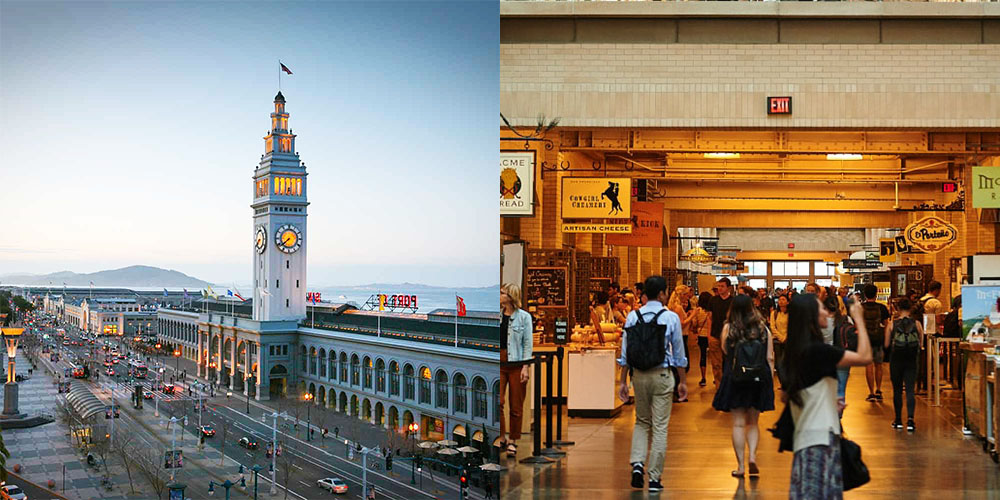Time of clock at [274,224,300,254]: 7:38
